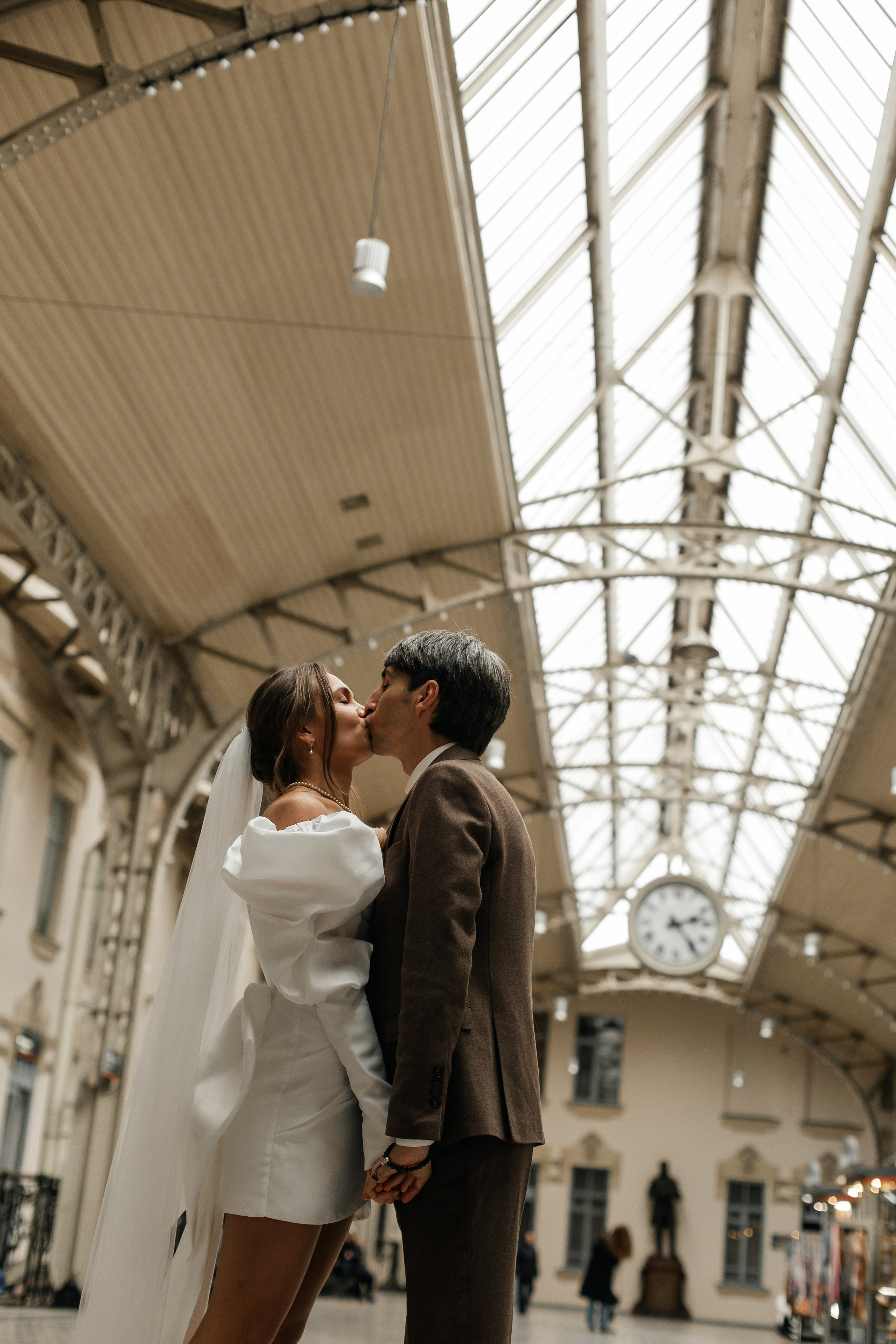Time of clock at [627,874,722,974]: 2:23
